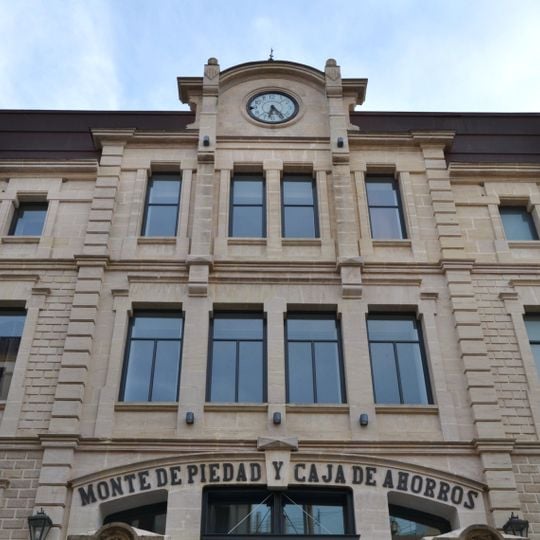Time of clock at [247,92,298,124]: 6:24
